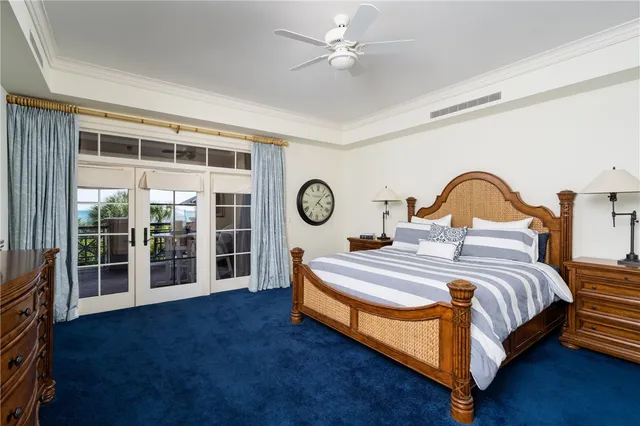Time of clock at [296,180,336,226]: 4:07
